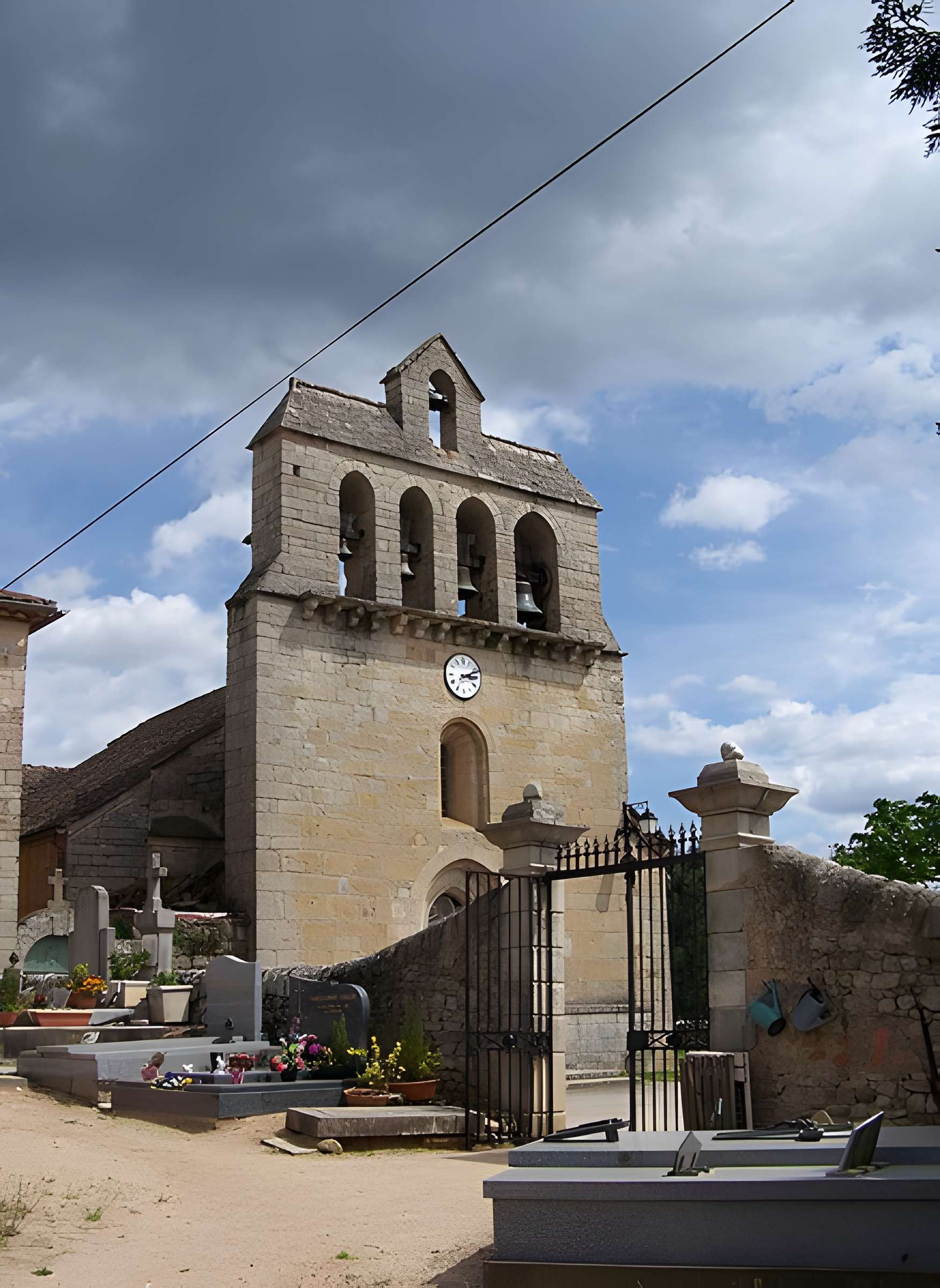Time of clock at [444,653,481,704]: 3:11
